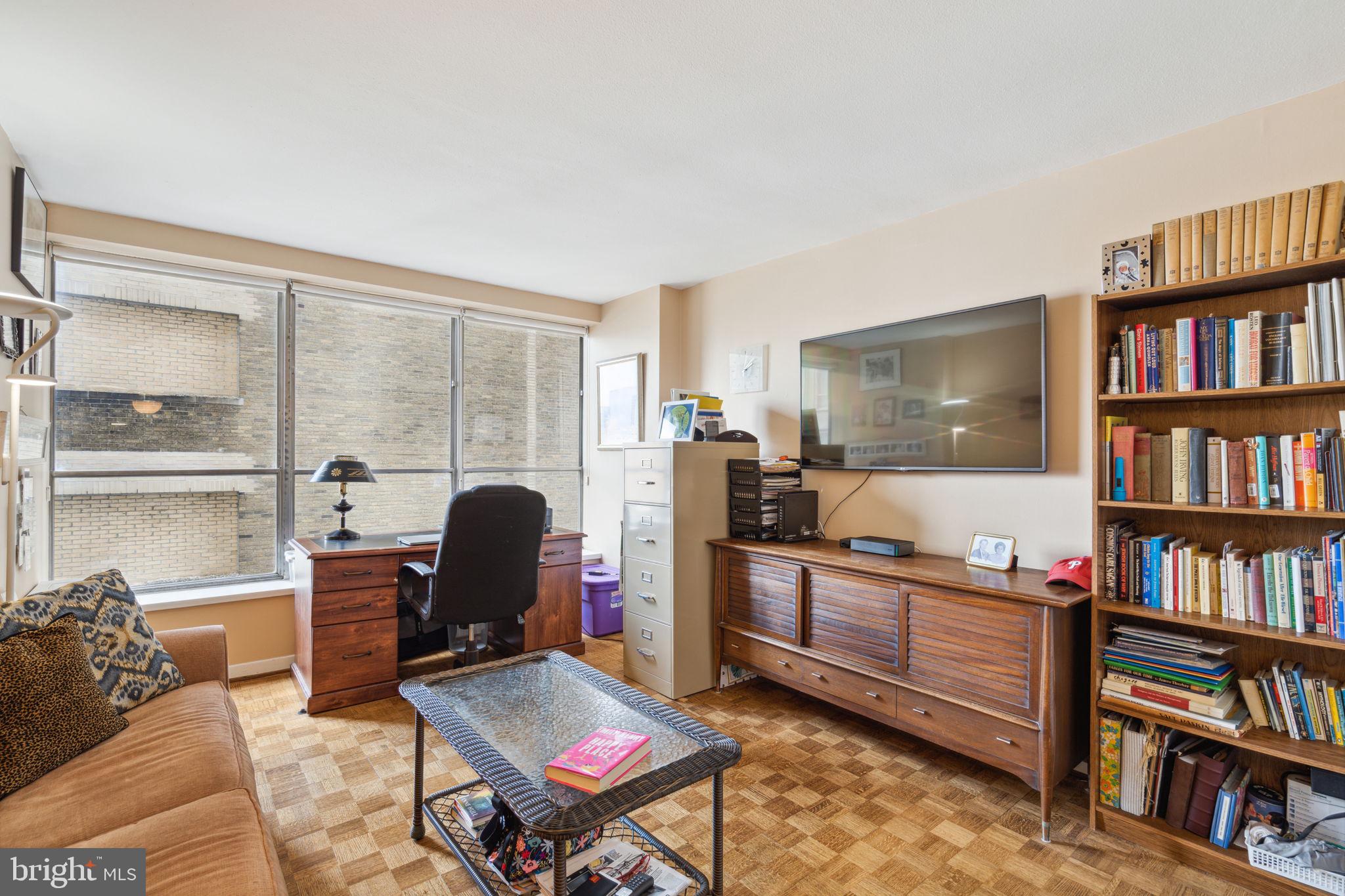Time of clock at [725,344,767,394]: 2:07
